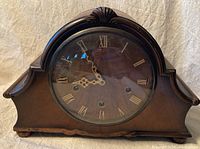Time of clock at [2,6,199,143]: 8:54
